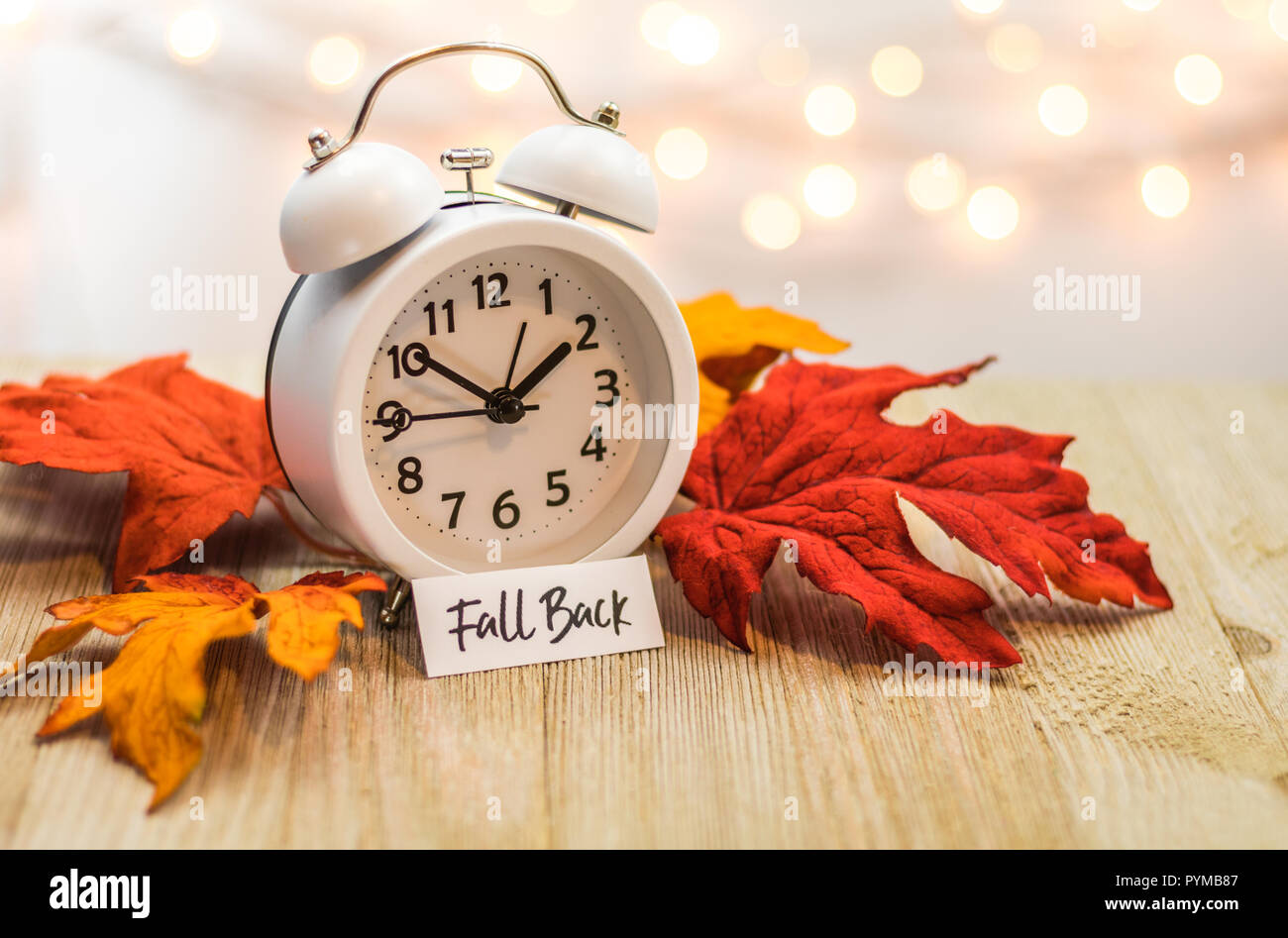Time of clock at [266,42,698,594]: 1:51
